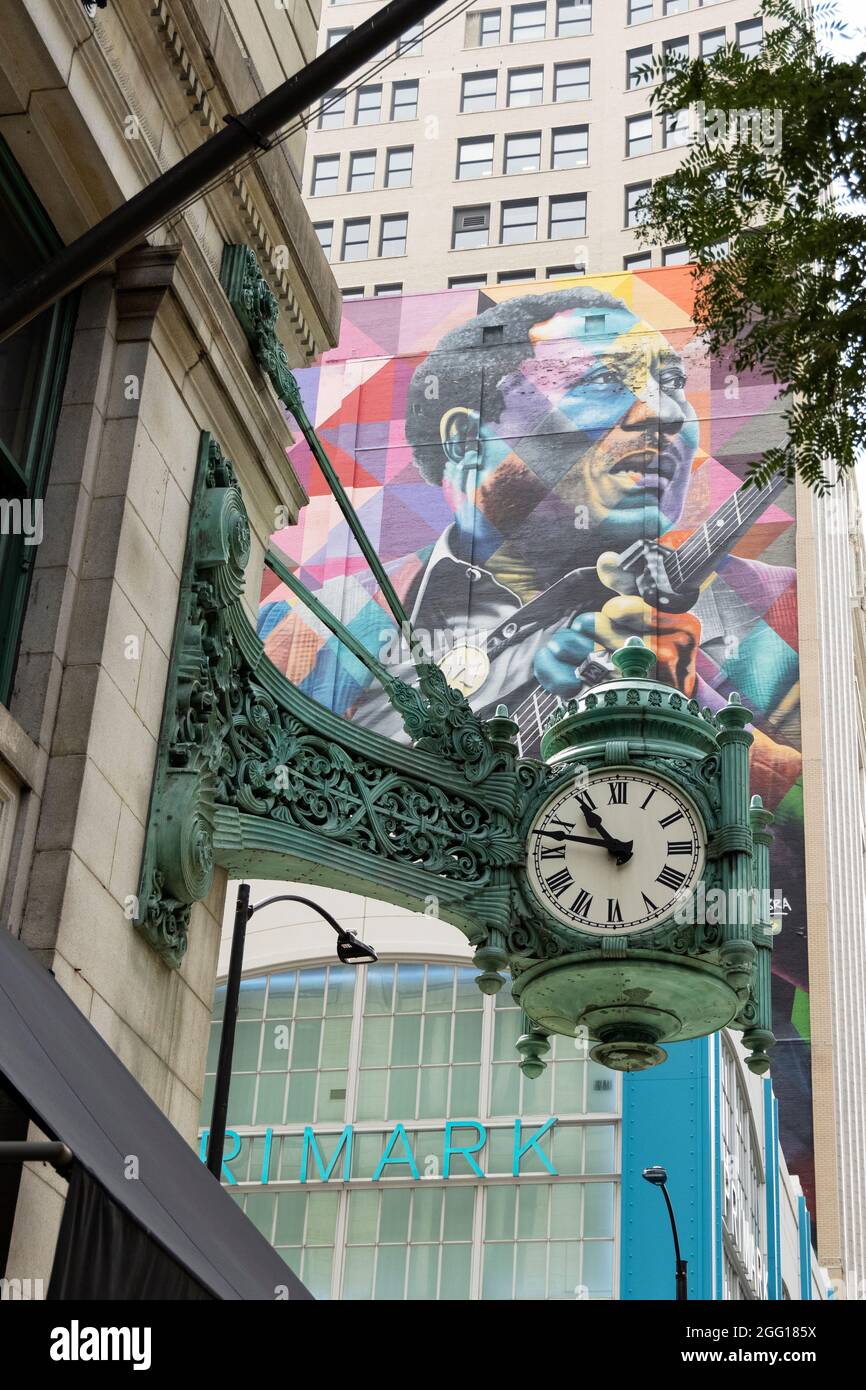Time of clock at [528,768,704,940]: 10:47
